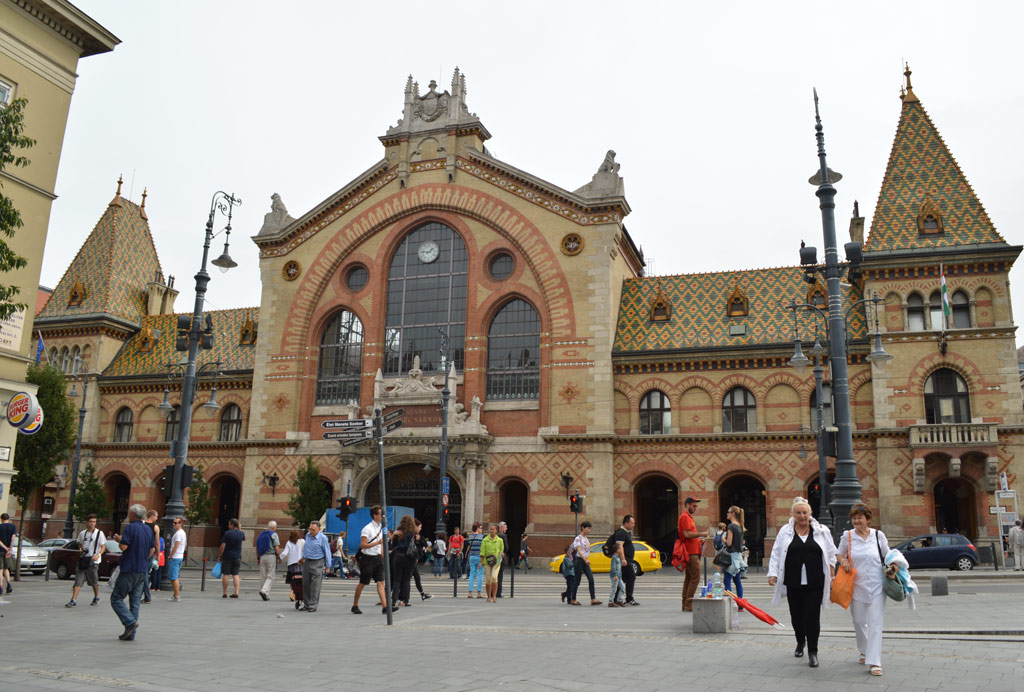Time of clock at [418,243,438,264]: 1:46
